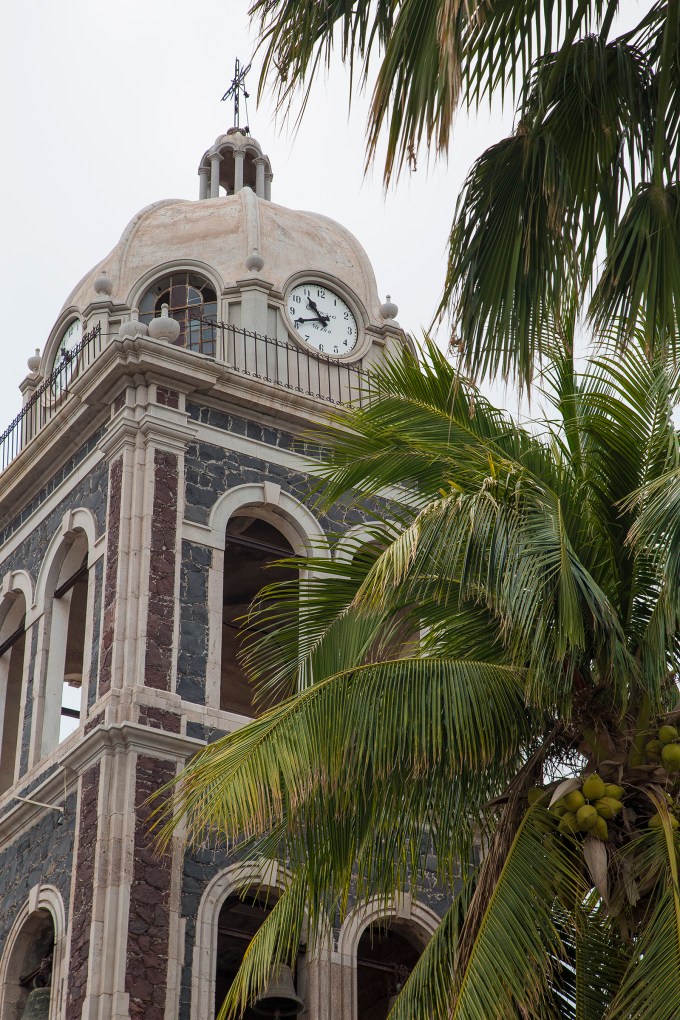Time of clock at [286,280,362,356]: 10:41
